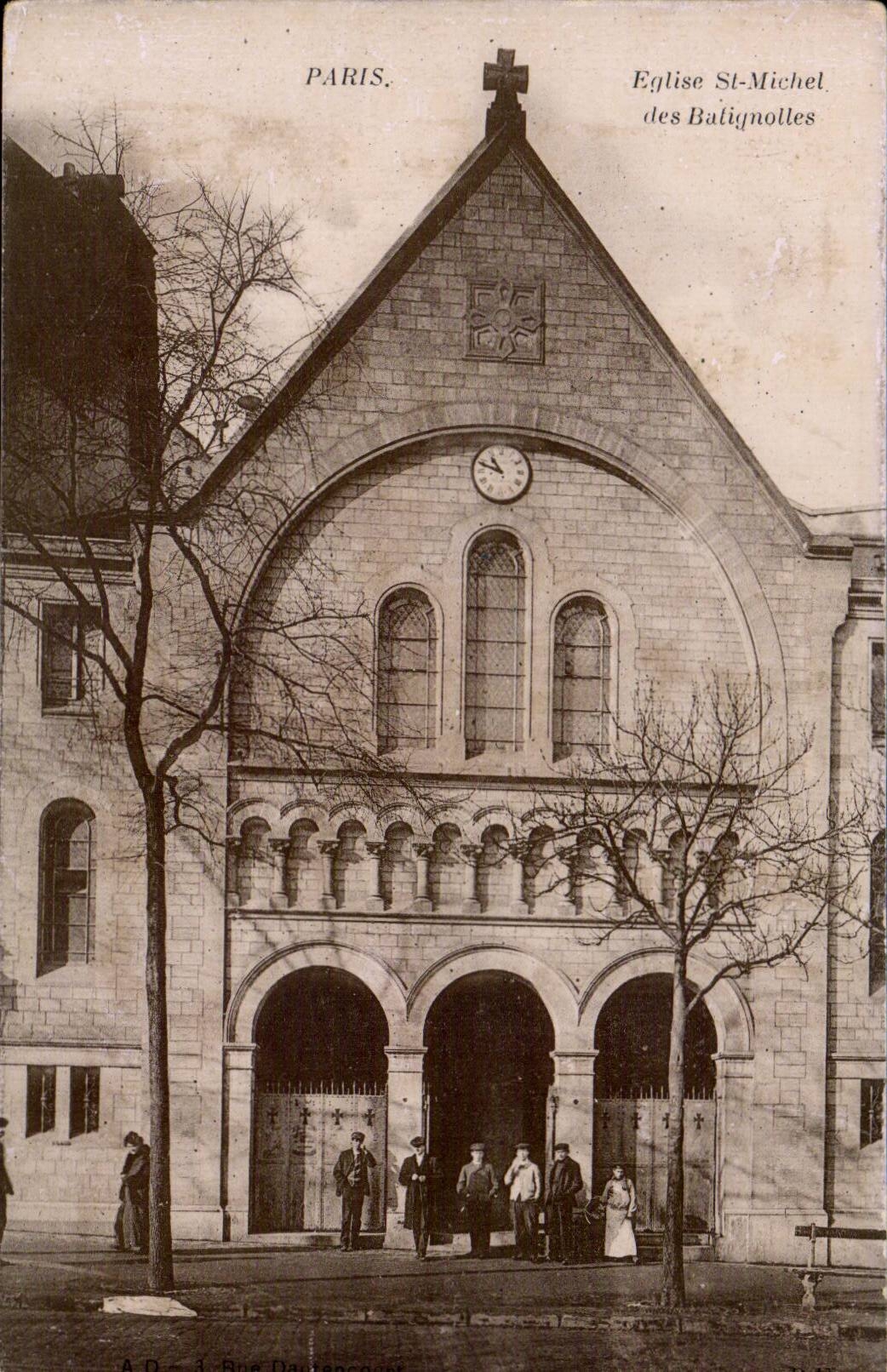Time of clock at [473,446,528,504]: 10:48
